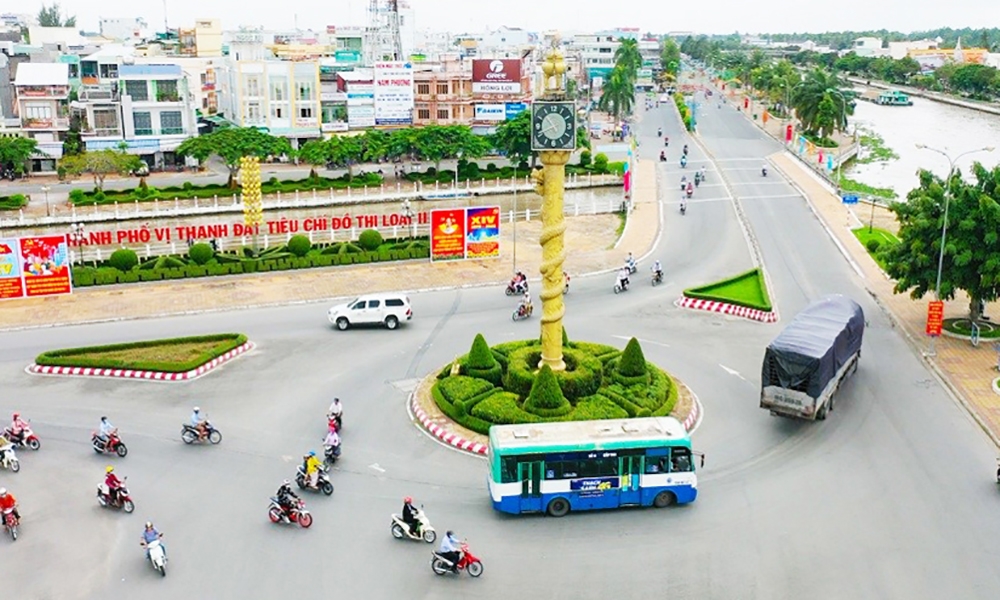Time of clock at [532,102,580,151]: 10:41
